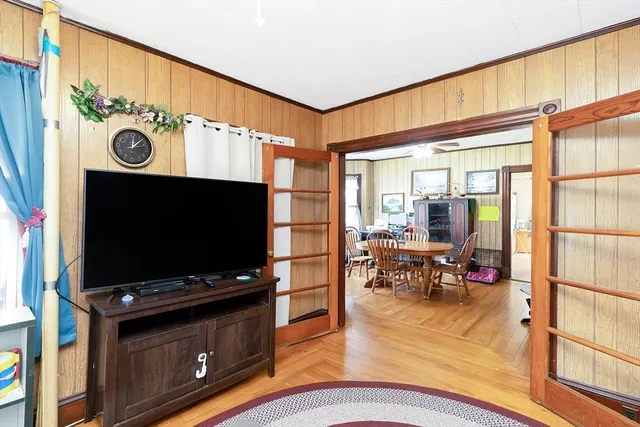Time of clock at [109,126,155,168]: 12:07
